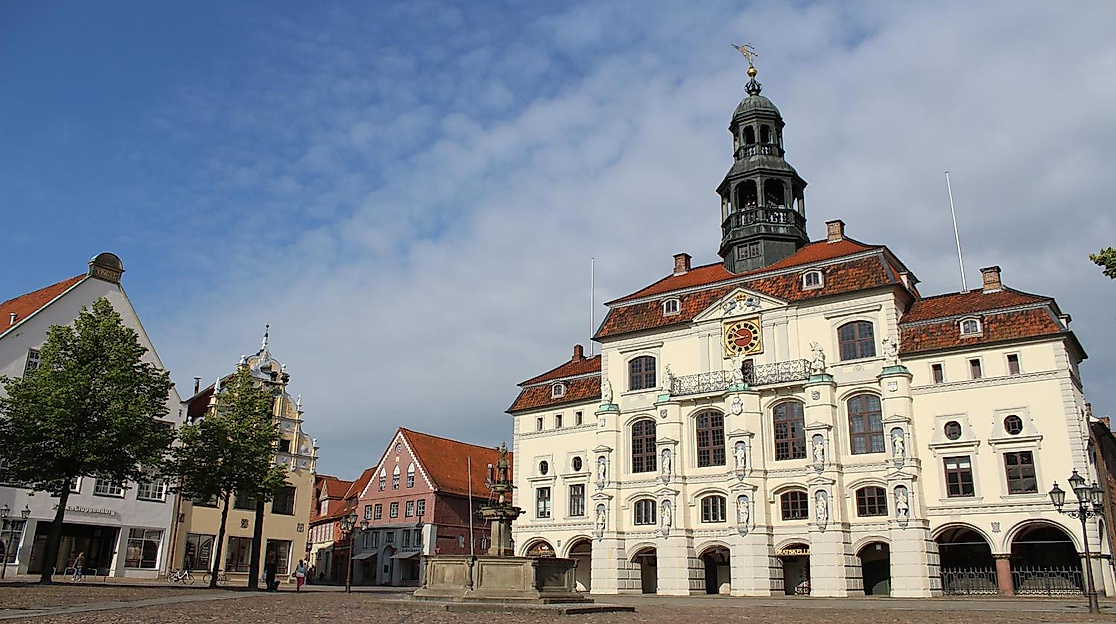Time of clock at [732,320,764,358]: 9:42
